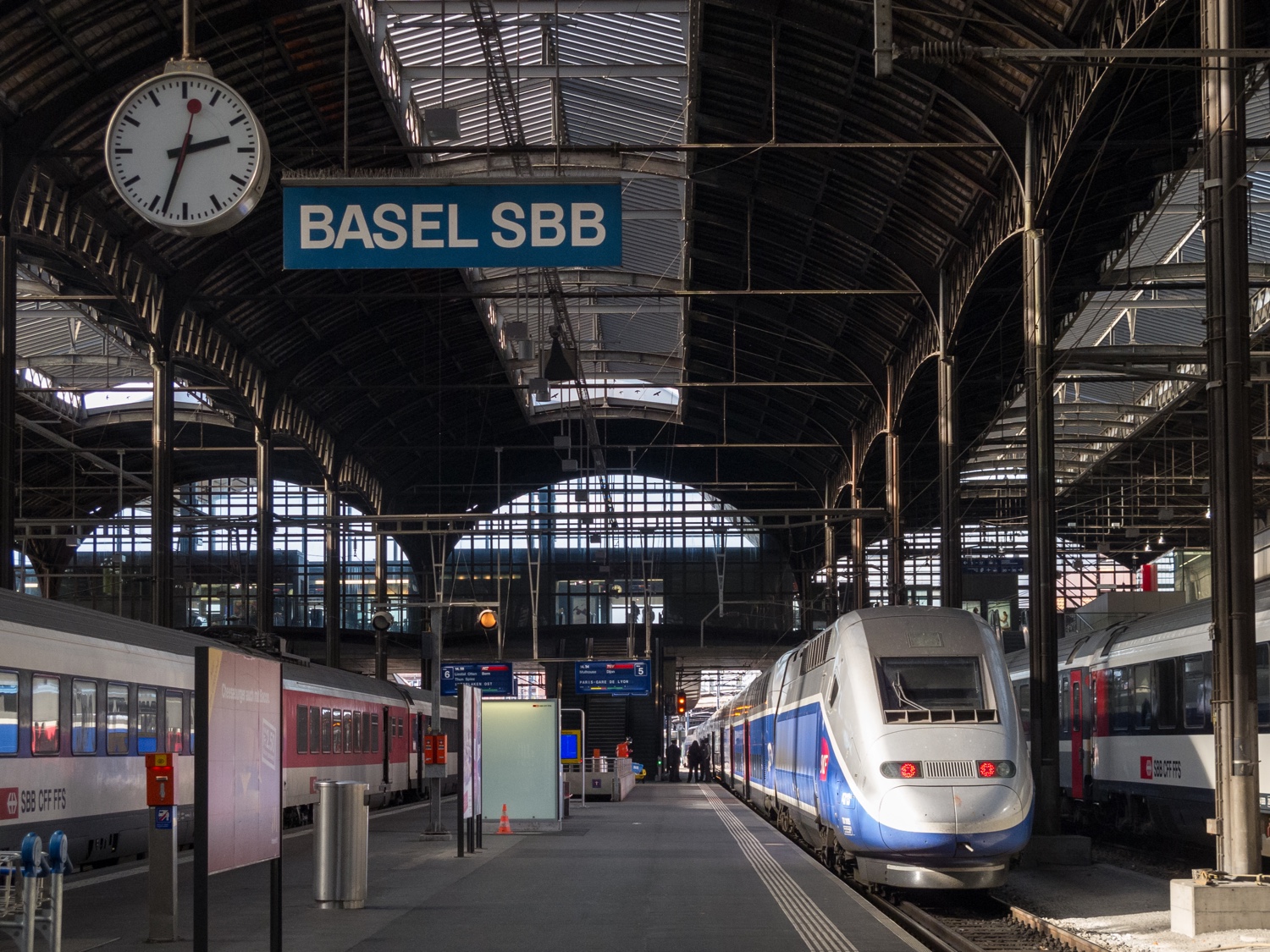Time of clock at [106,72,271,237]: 2:33
